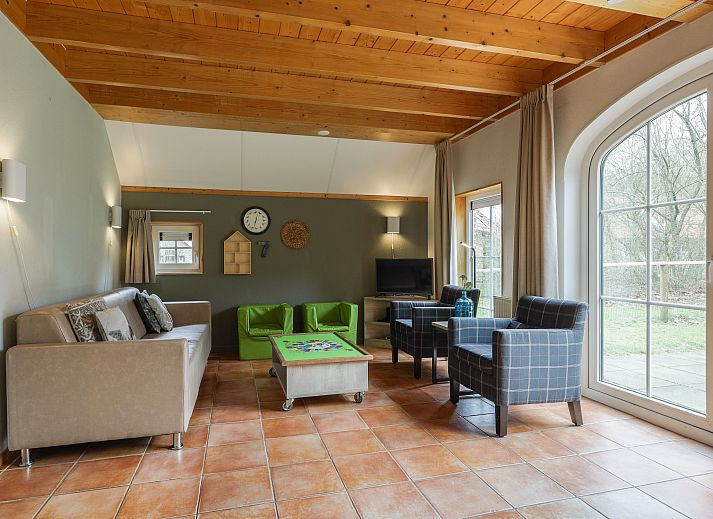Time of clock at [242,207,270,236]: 12:32
